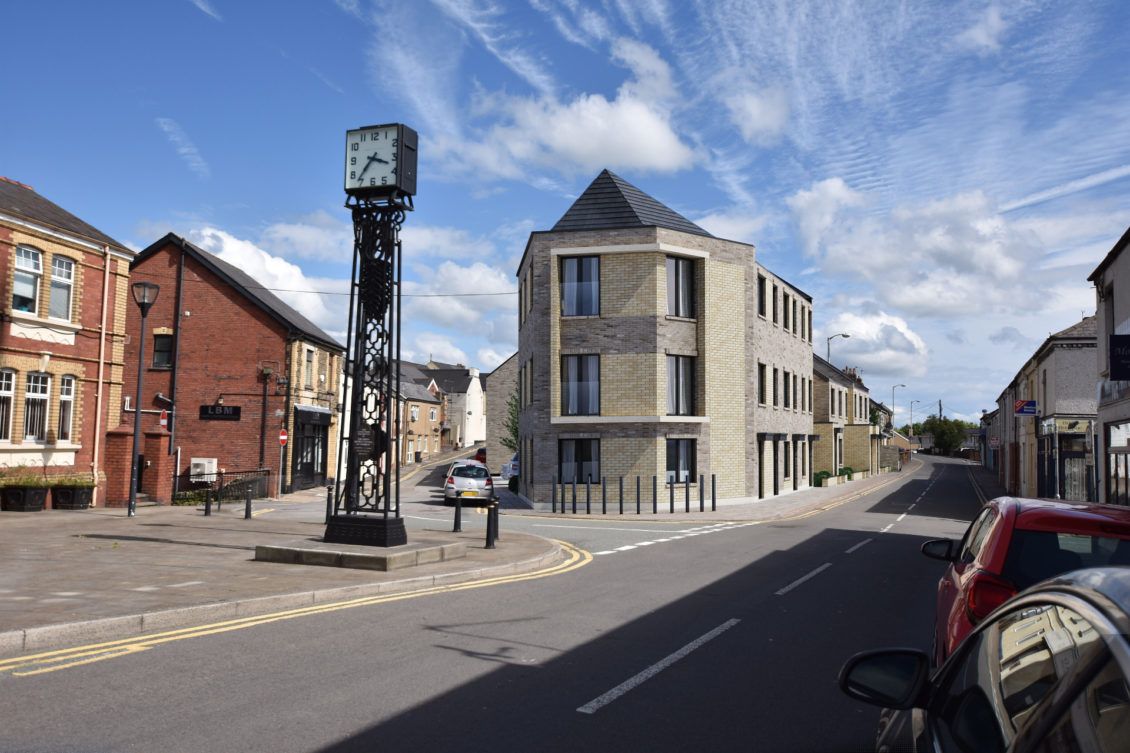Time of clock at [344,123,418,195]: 3:36
